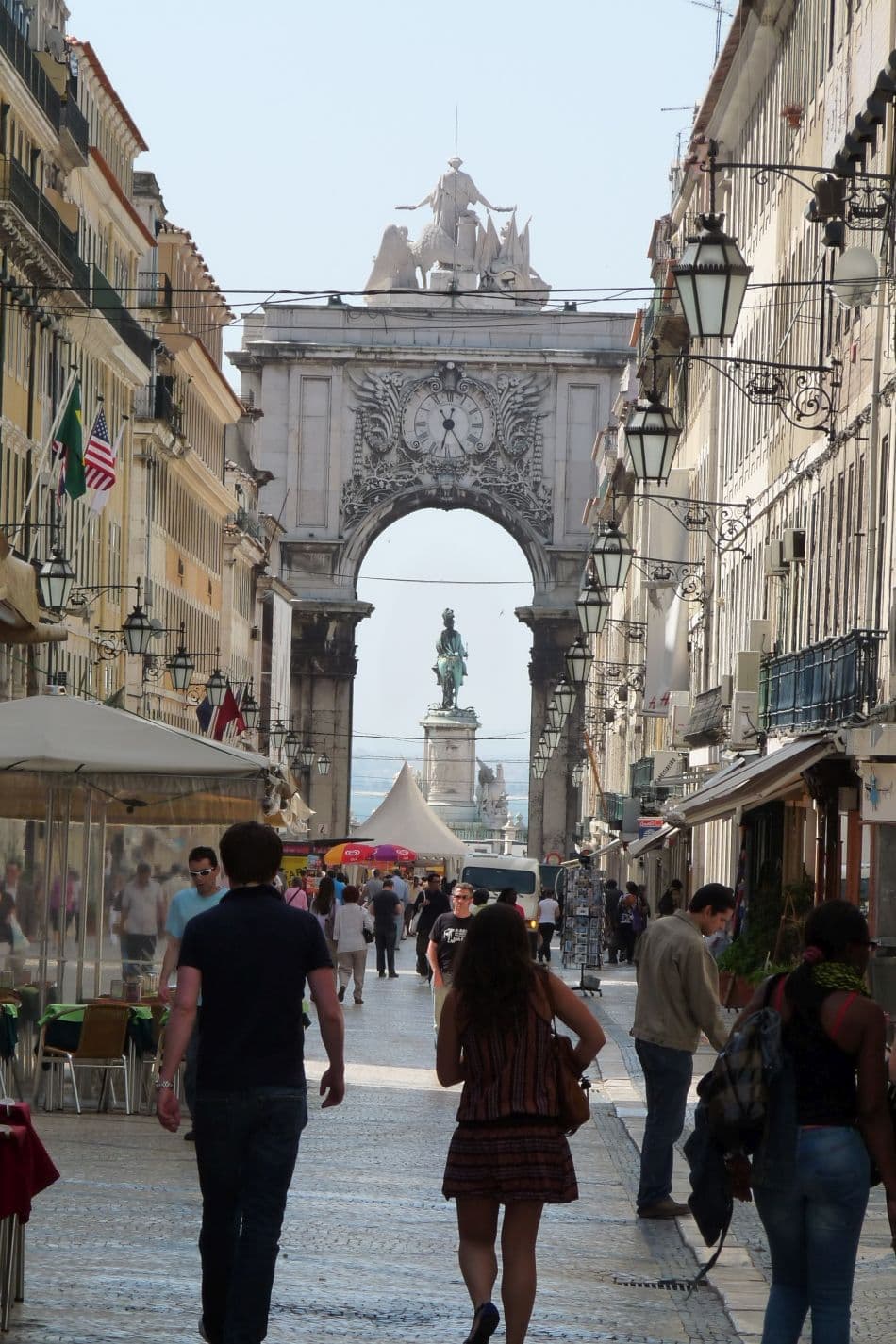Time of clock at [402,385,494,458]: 12:32
